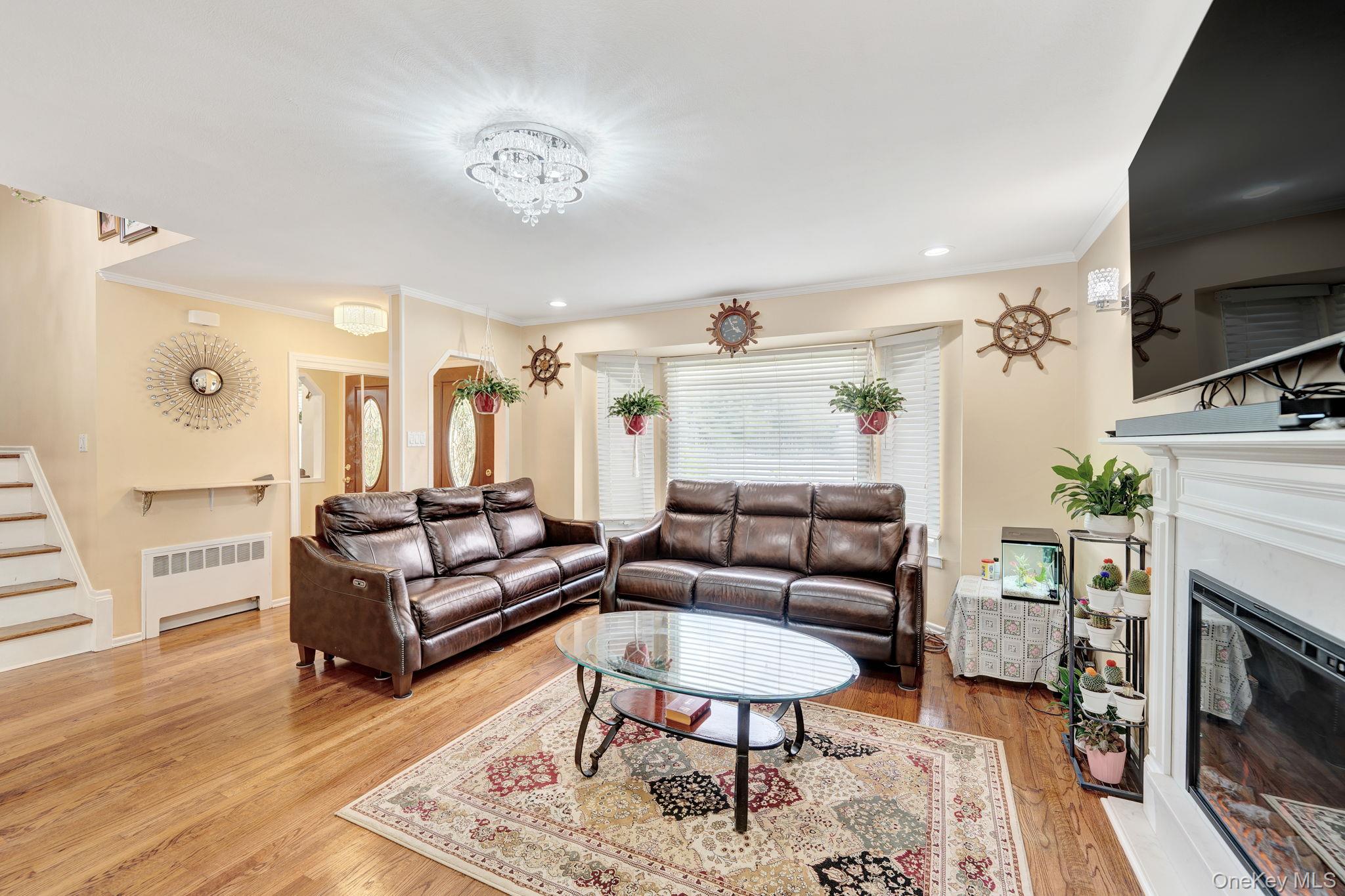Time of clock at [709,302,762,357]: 3:55
